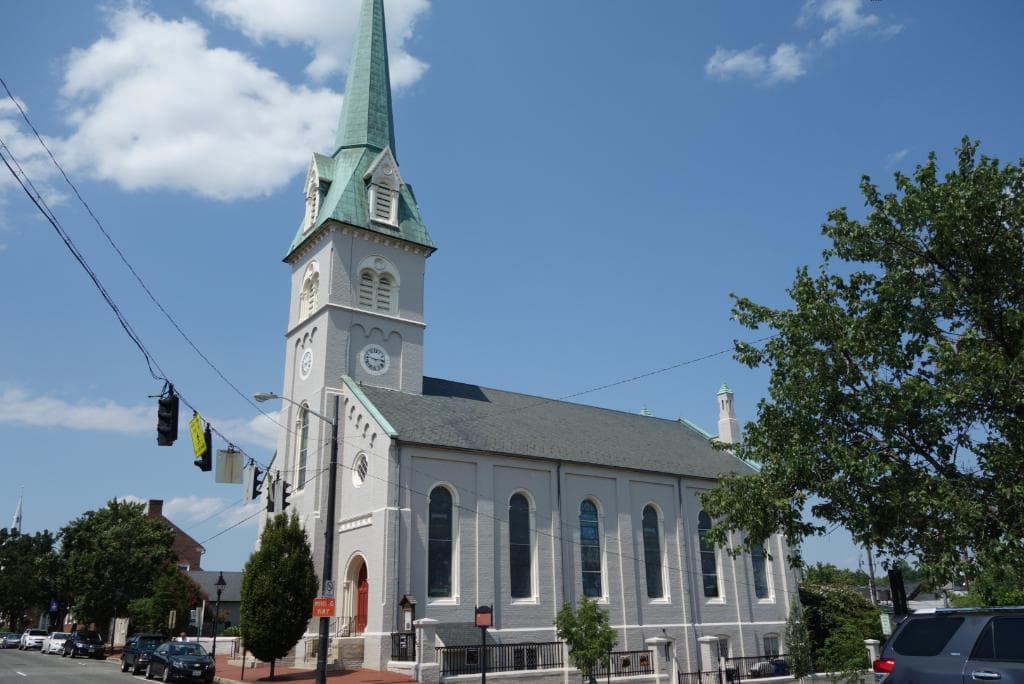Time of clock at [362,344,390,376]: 2:46
